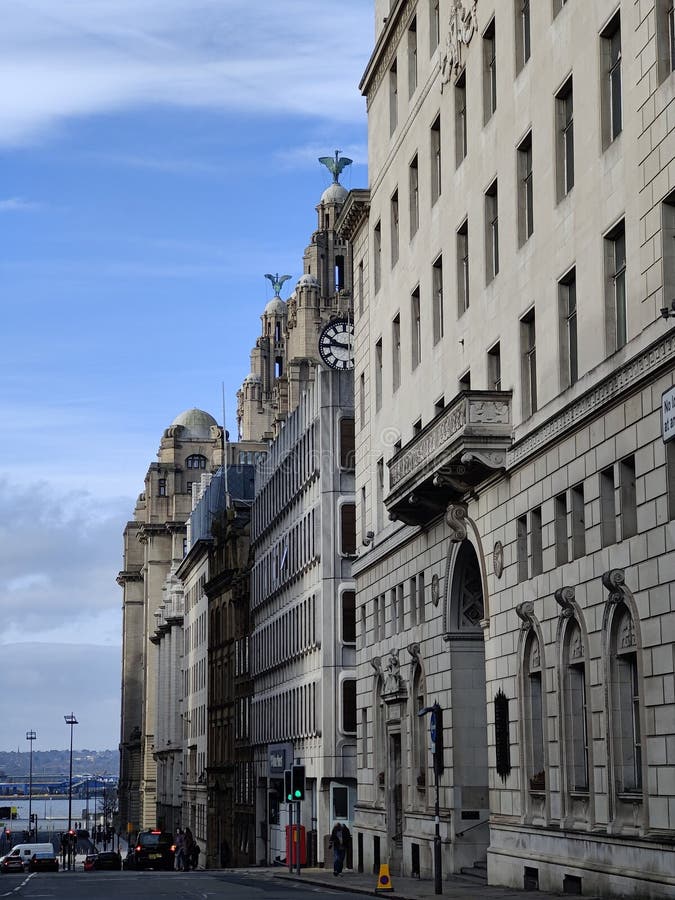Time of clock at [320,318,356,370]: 9:45
